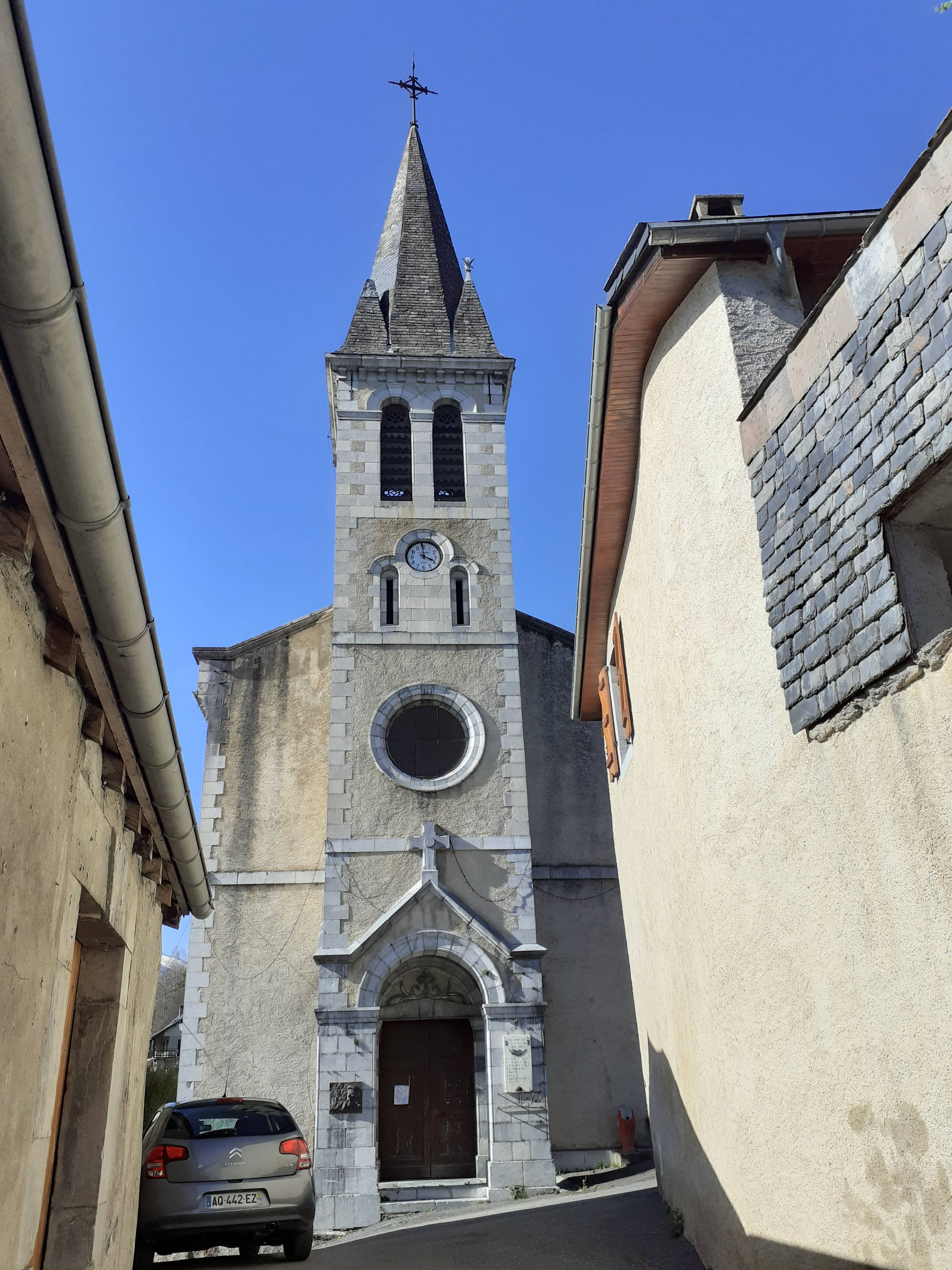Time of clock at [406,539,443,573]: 3:58
